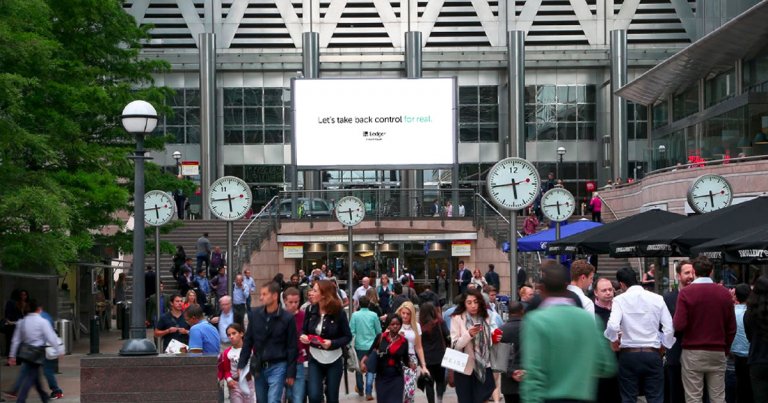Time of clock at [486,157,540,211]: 5:43
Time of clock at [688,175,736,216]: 5:44
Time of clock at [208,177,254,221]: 5:44
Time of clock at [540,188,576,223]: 5:43
